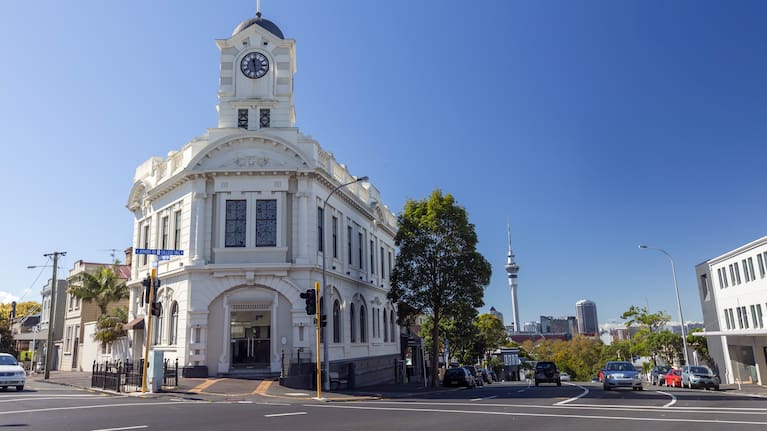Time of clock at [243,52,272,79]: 11:28
